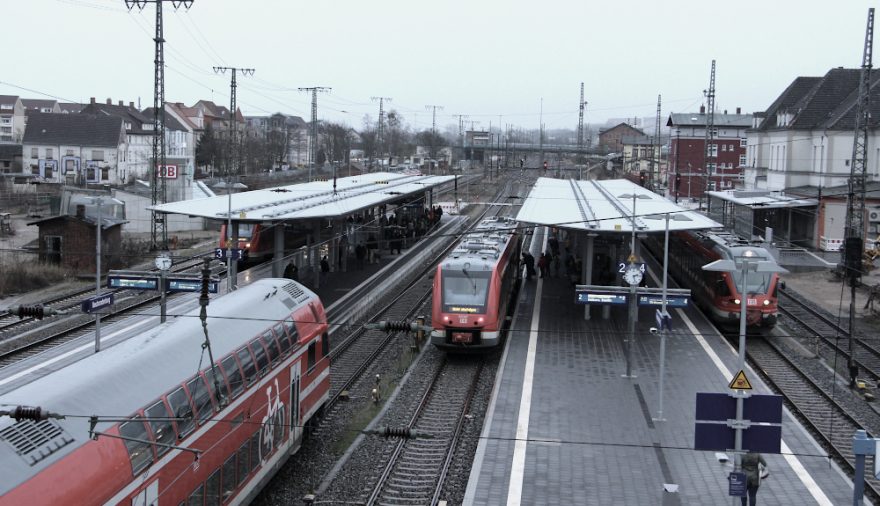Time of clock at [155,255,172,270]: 2:28
